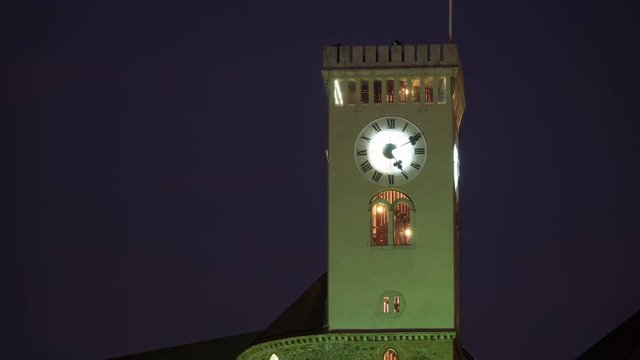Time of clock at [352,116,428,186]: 4:24
